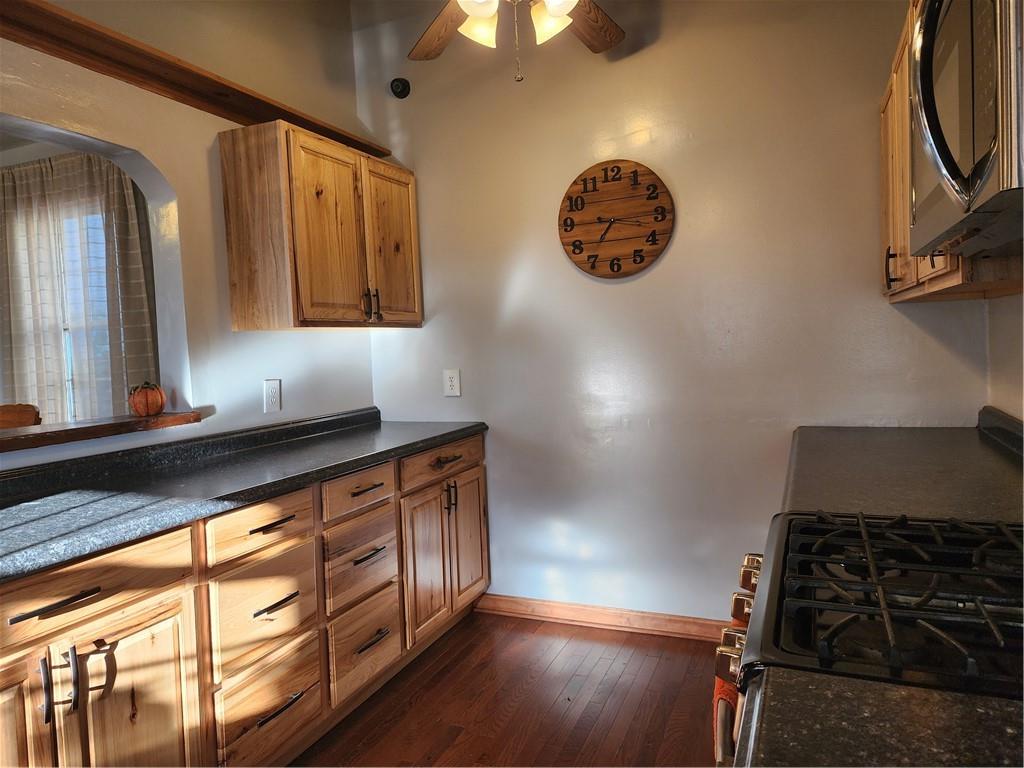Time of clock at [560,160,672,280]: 7:15
